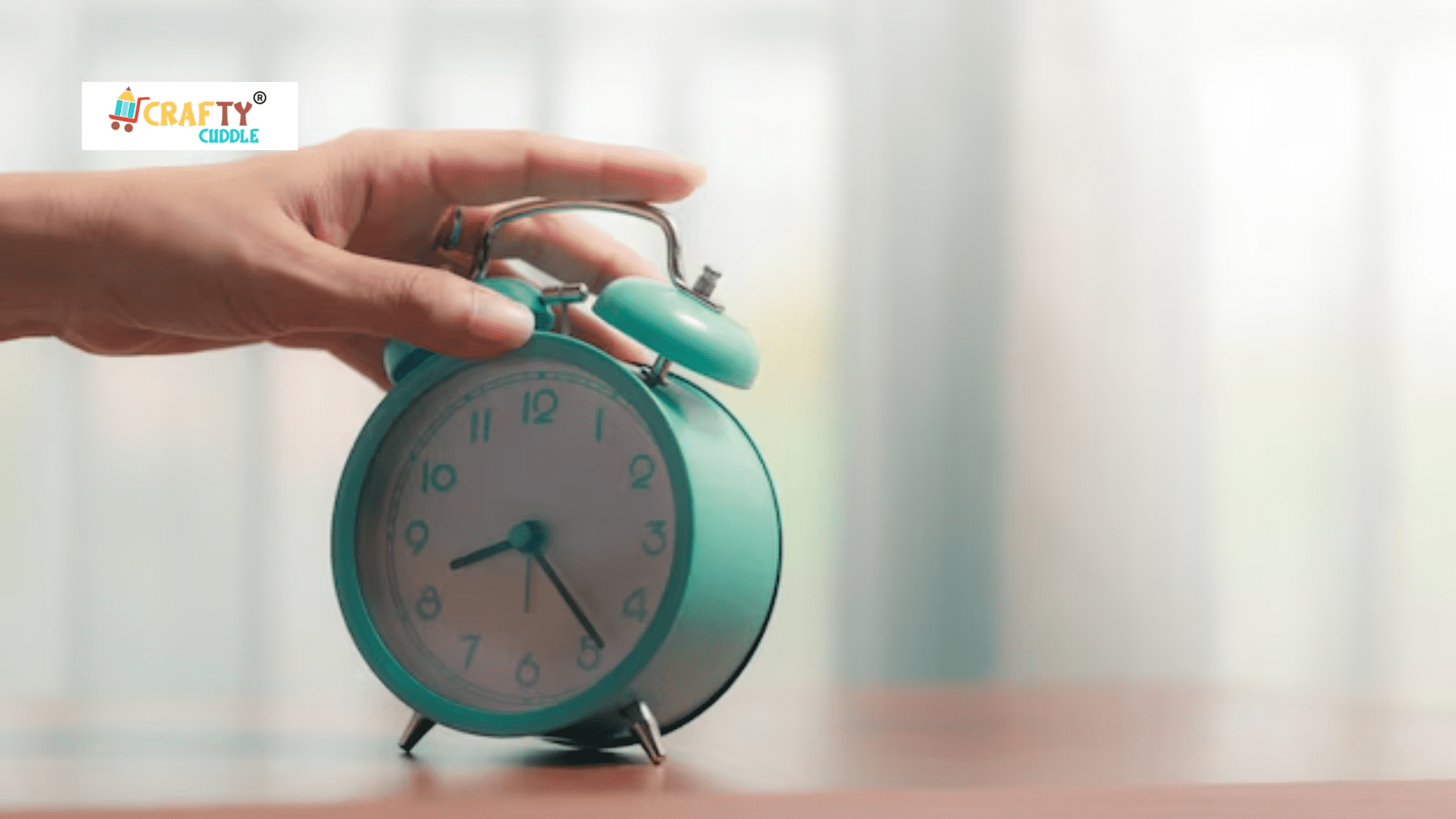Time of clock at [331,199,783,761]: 8:23
